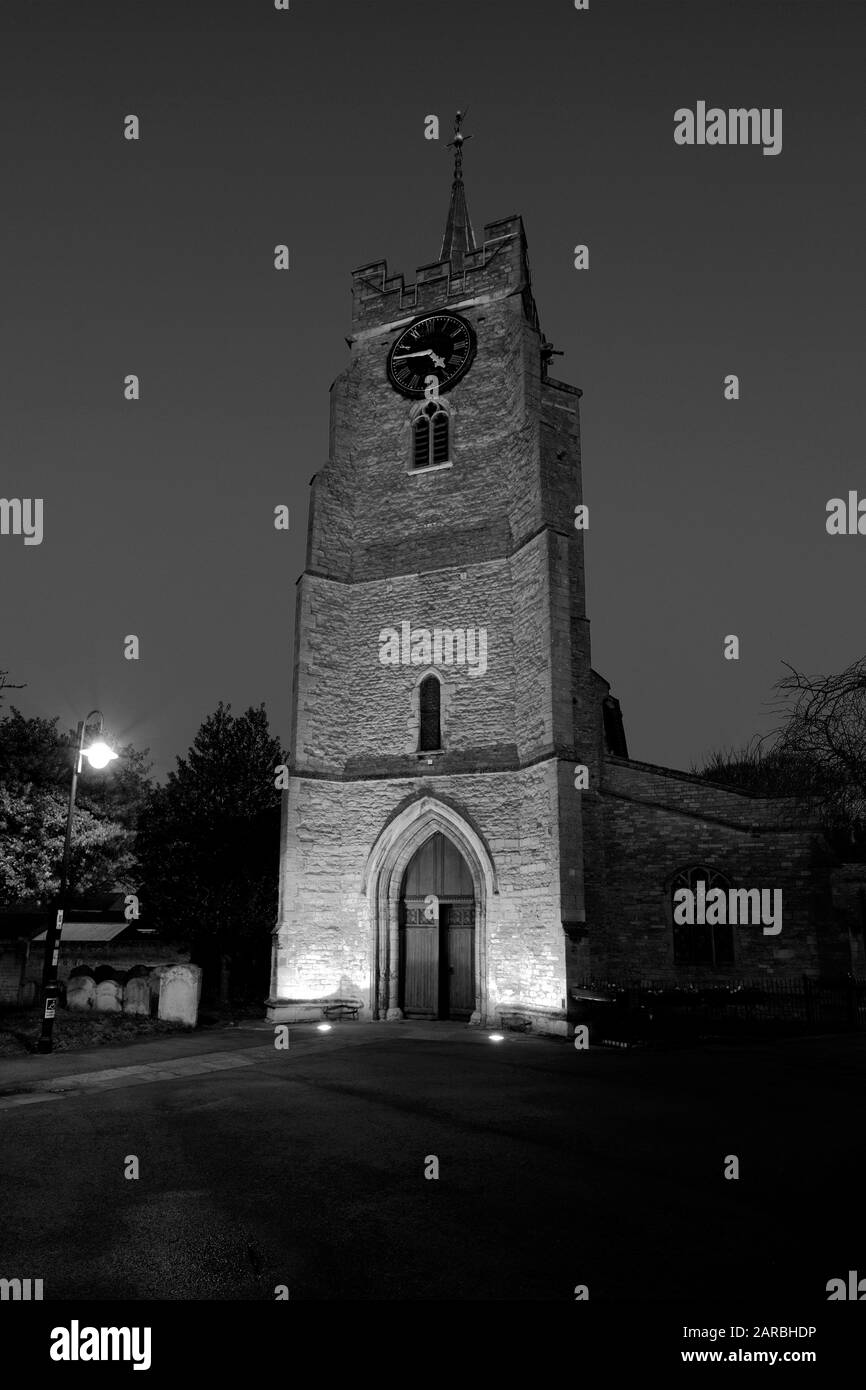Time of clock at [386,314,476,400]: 4:46
